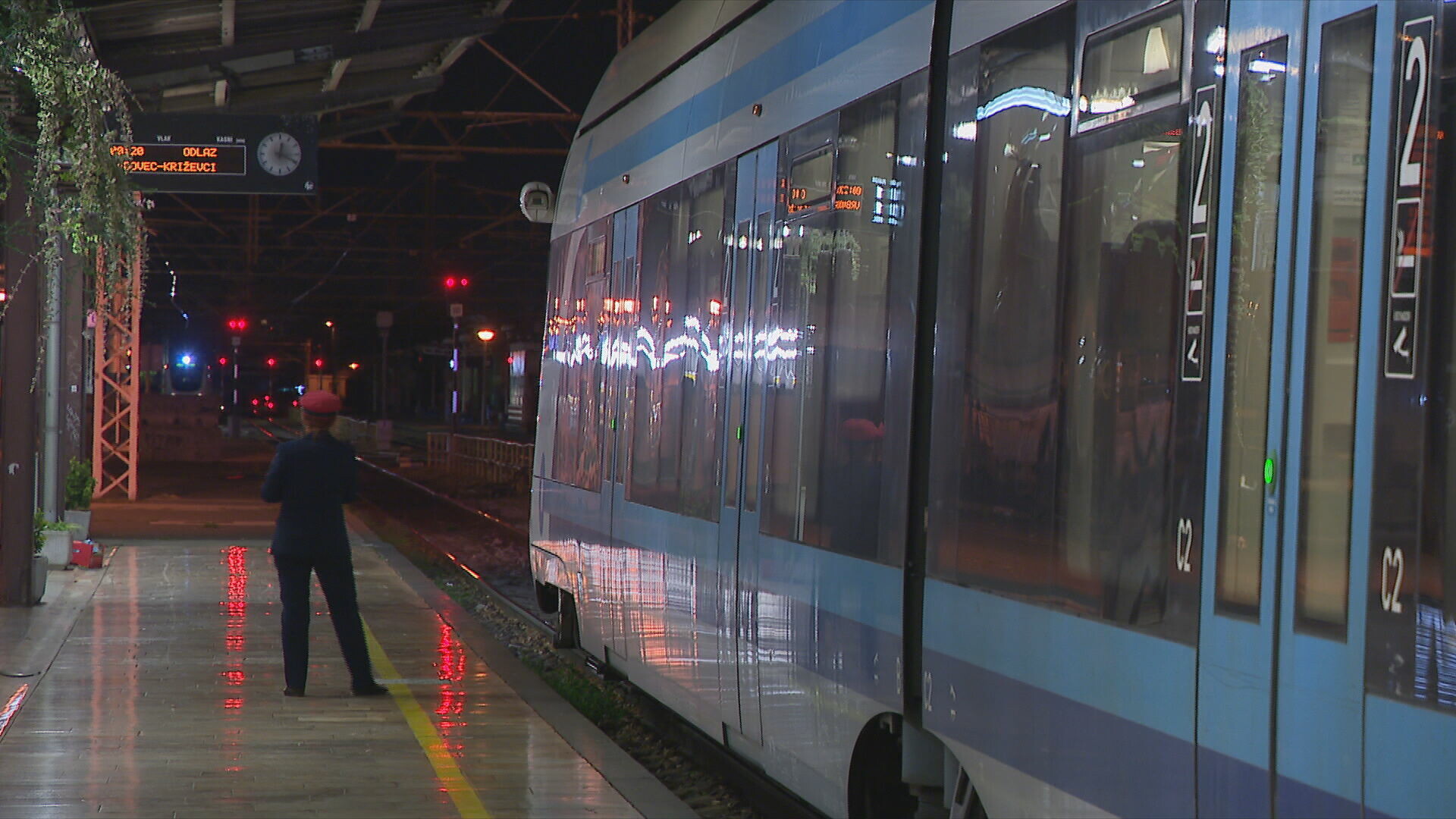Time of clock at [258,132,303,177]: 12:19
